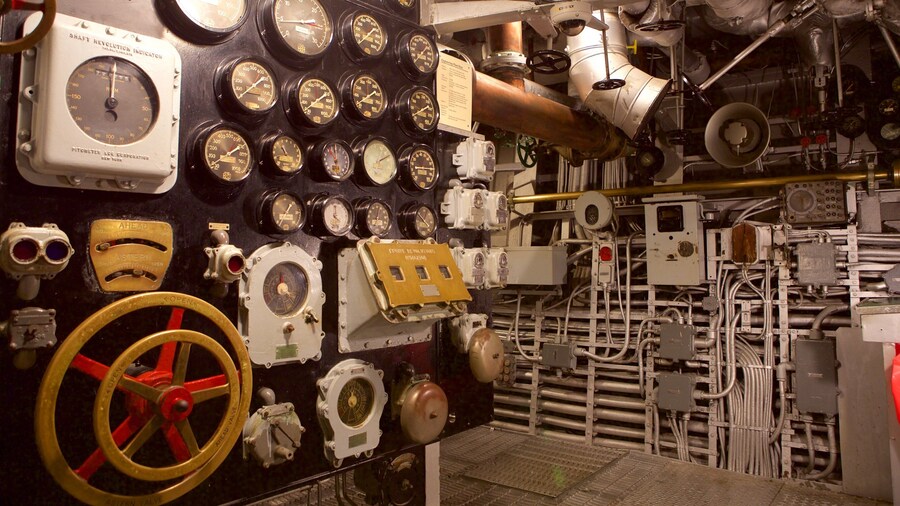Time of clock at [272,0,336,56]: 2:44
